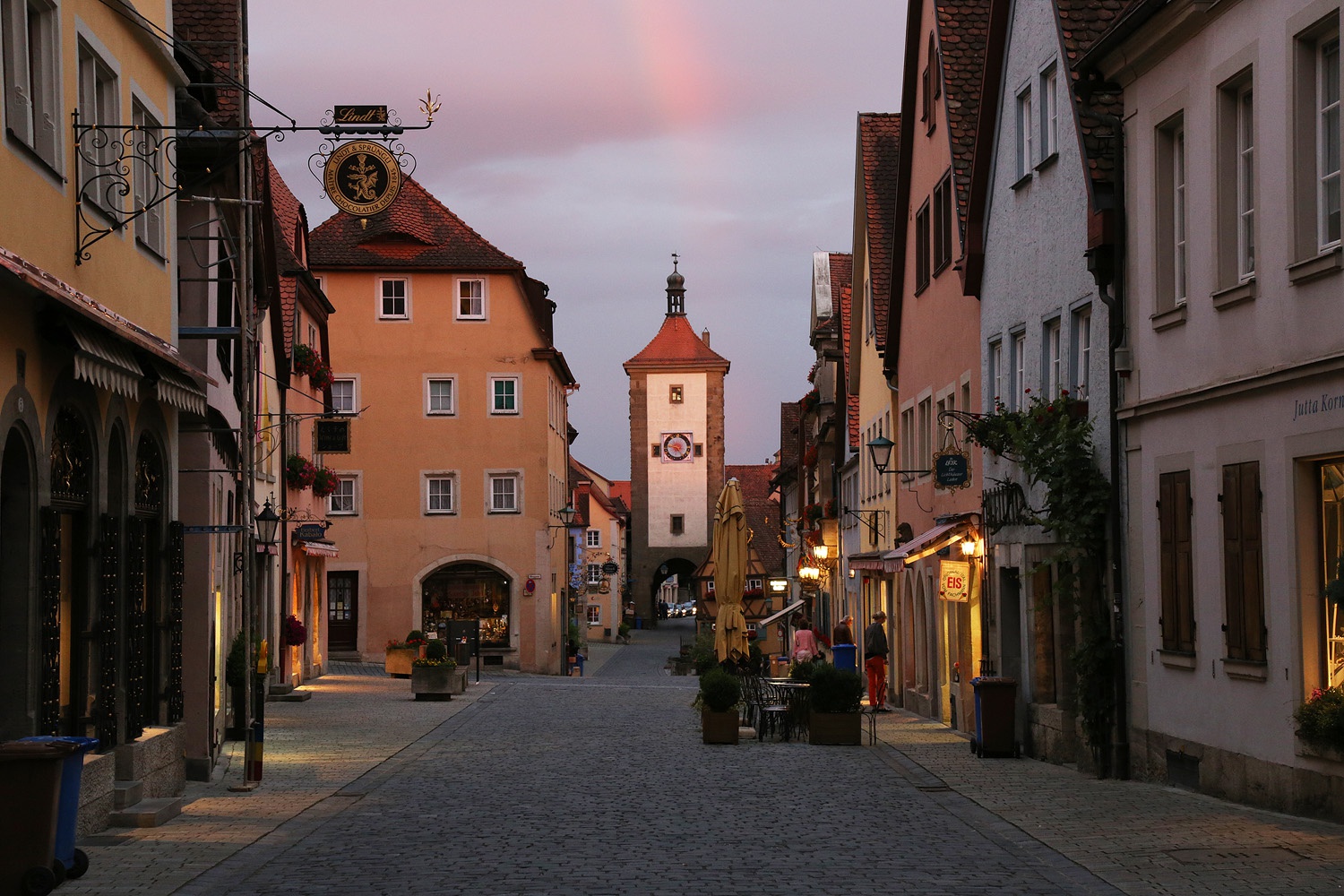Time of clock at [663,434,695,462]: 4:45
